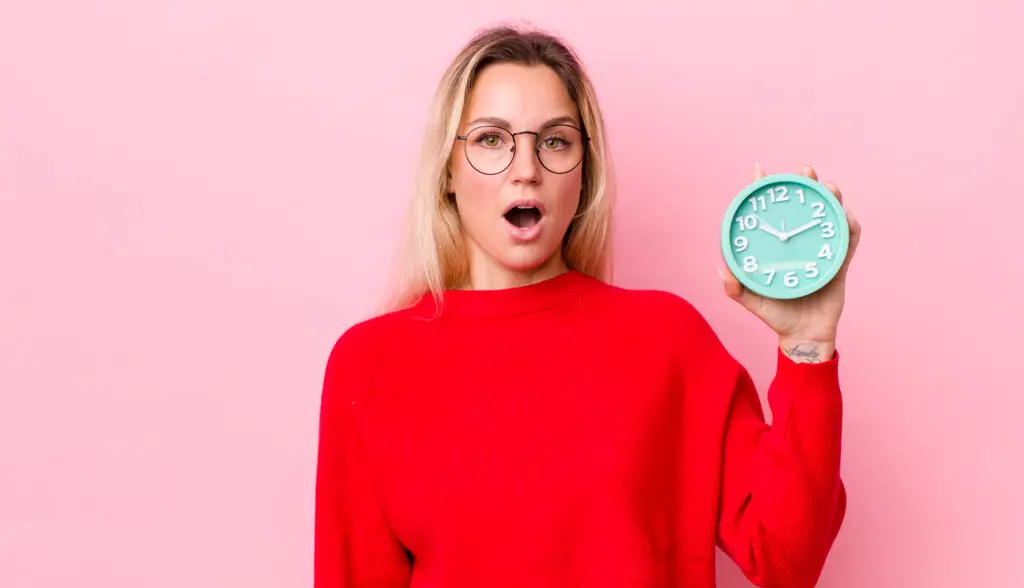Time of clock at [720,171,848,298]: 10:12
